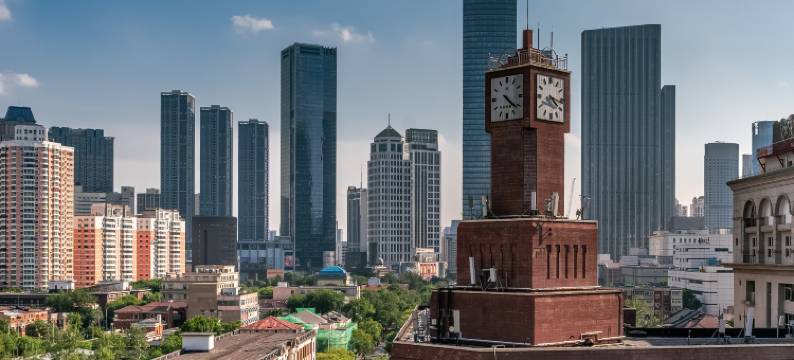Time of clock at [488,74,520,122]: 4:21
